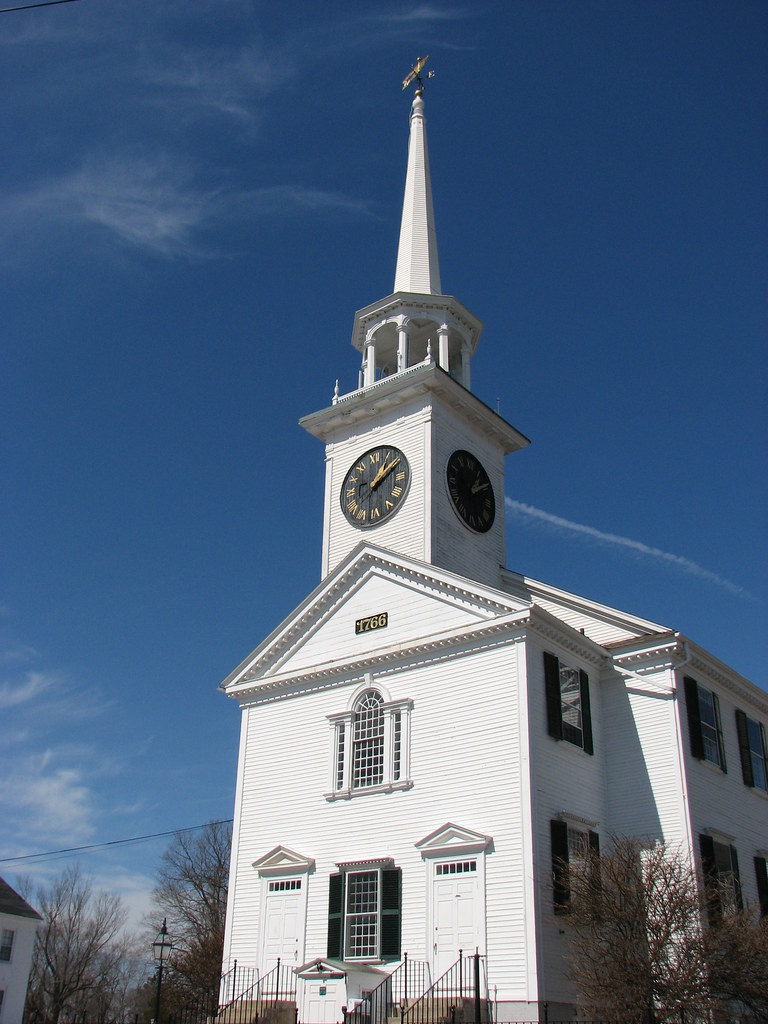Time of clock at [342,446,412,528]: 1:09
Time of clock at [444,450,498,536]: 1:09
